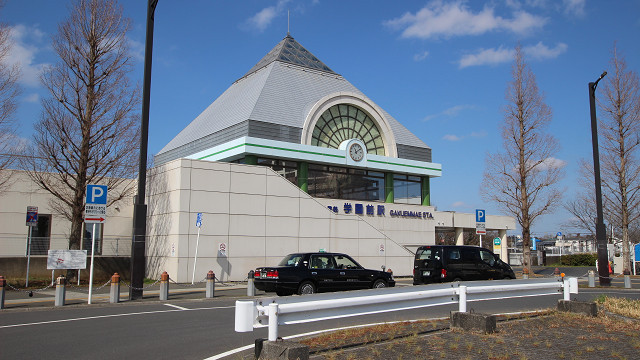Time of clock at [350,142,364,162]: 11:09
